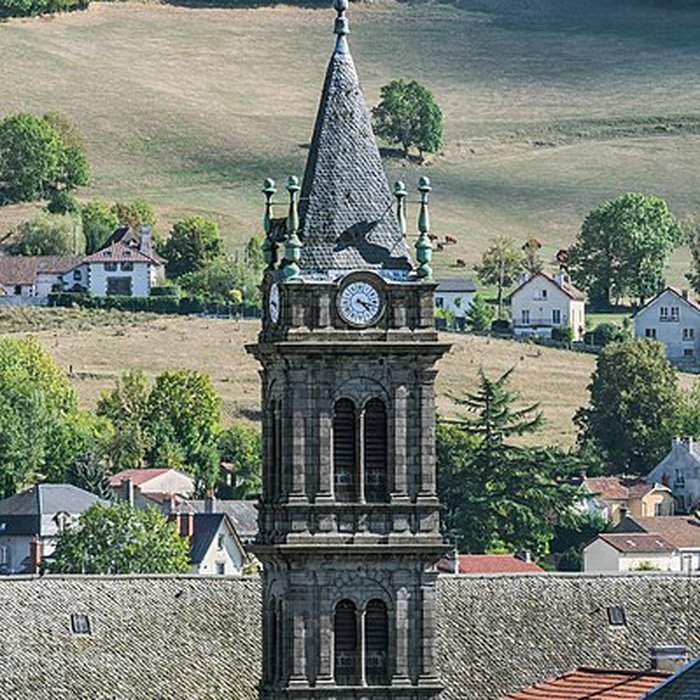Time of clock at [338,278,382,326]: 4:17
